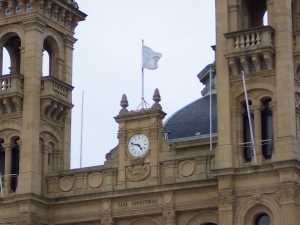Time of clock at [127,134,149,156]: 4:47
